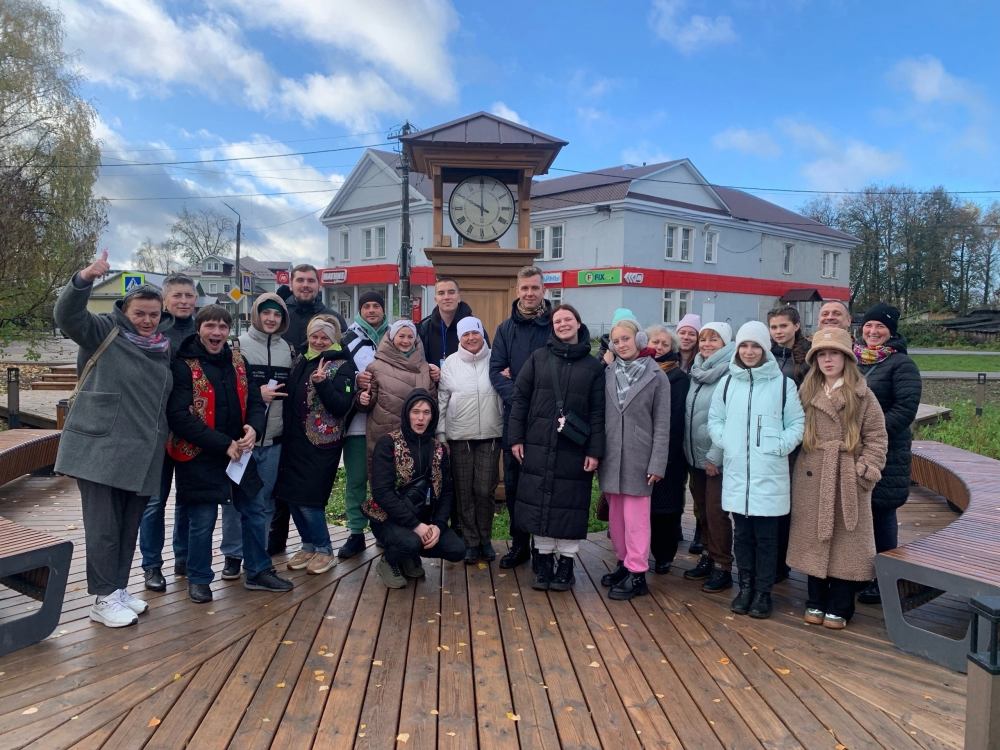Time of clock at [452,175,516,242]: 10:00
